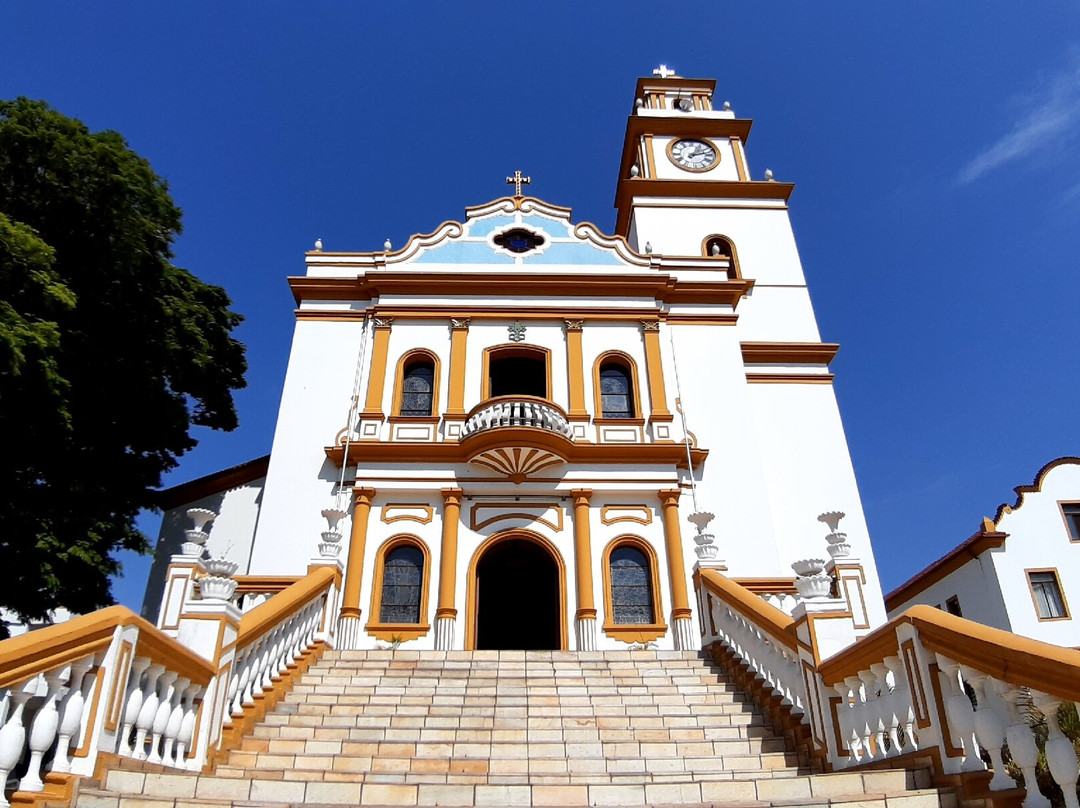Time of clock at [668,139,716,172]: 1:12
